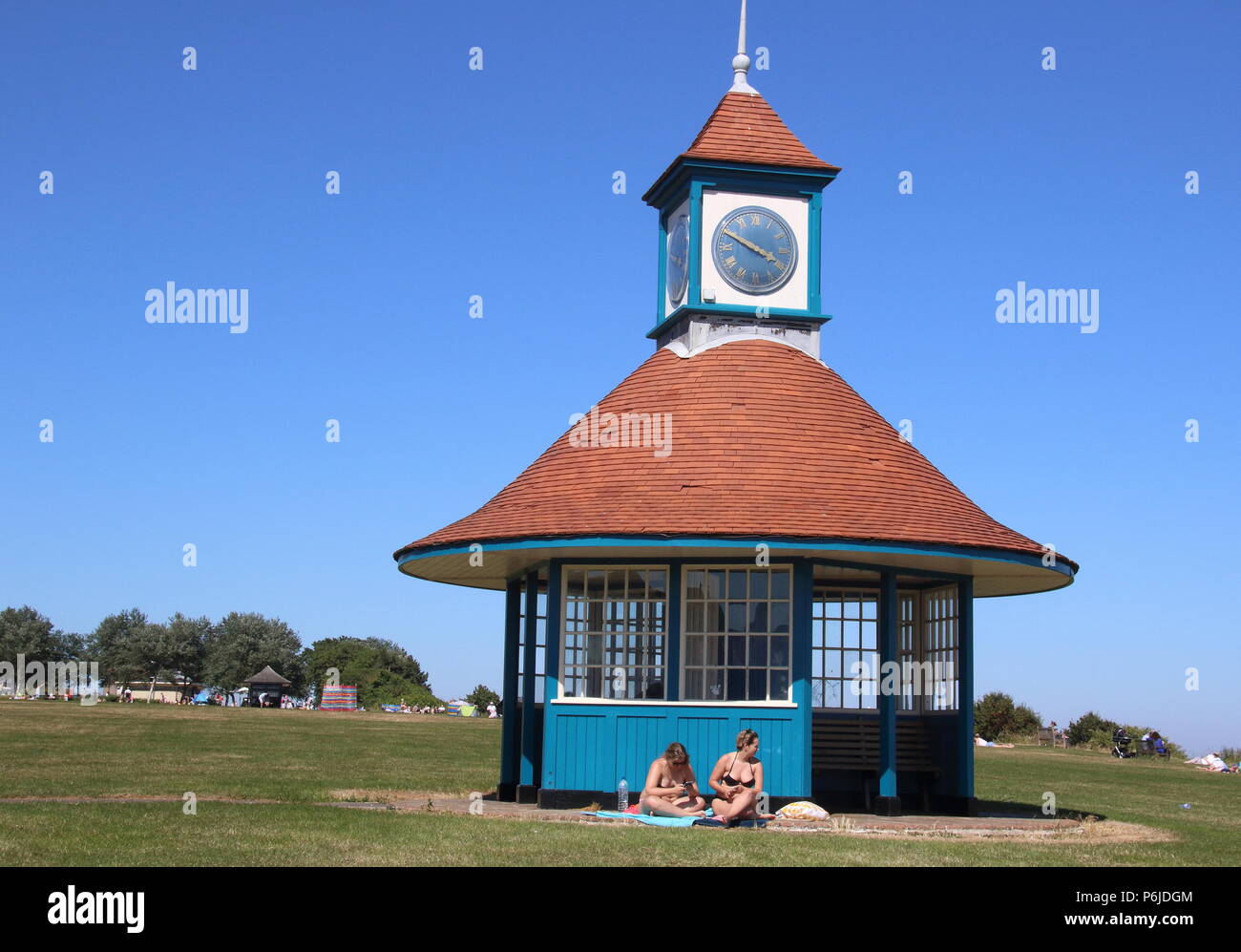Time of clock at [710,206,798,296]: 3:49
